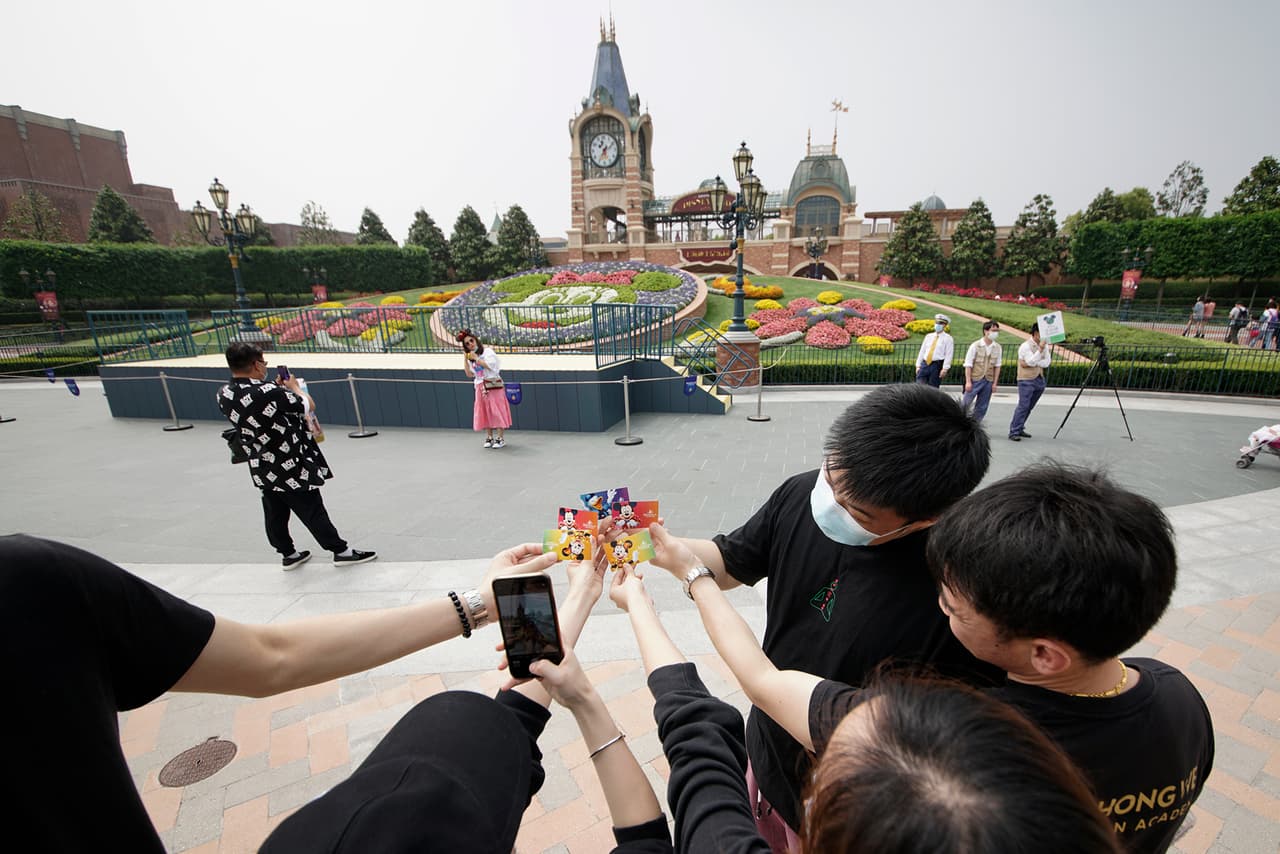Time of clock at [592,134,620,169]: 5:35
